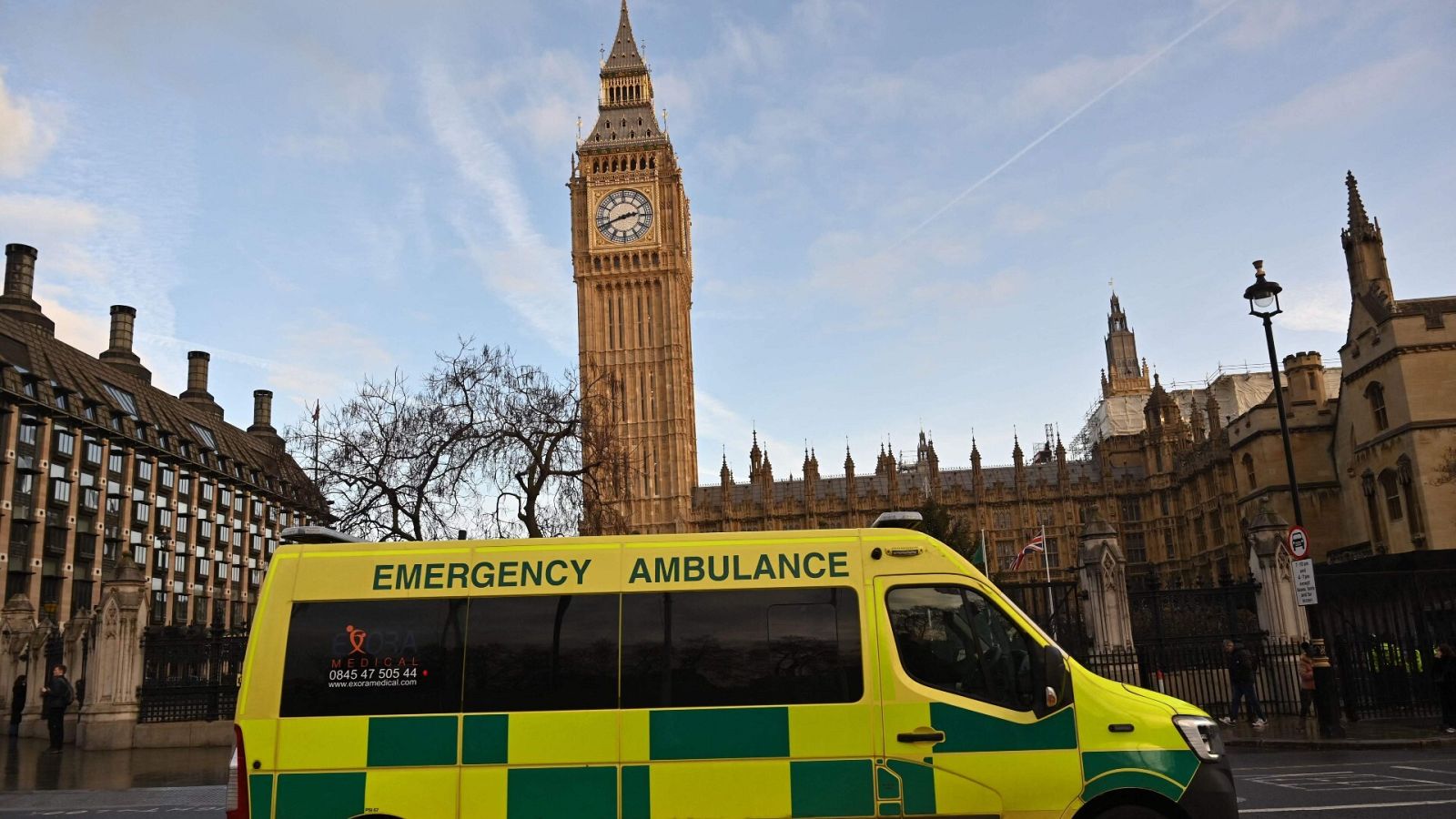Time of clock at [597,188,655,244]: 2:41
